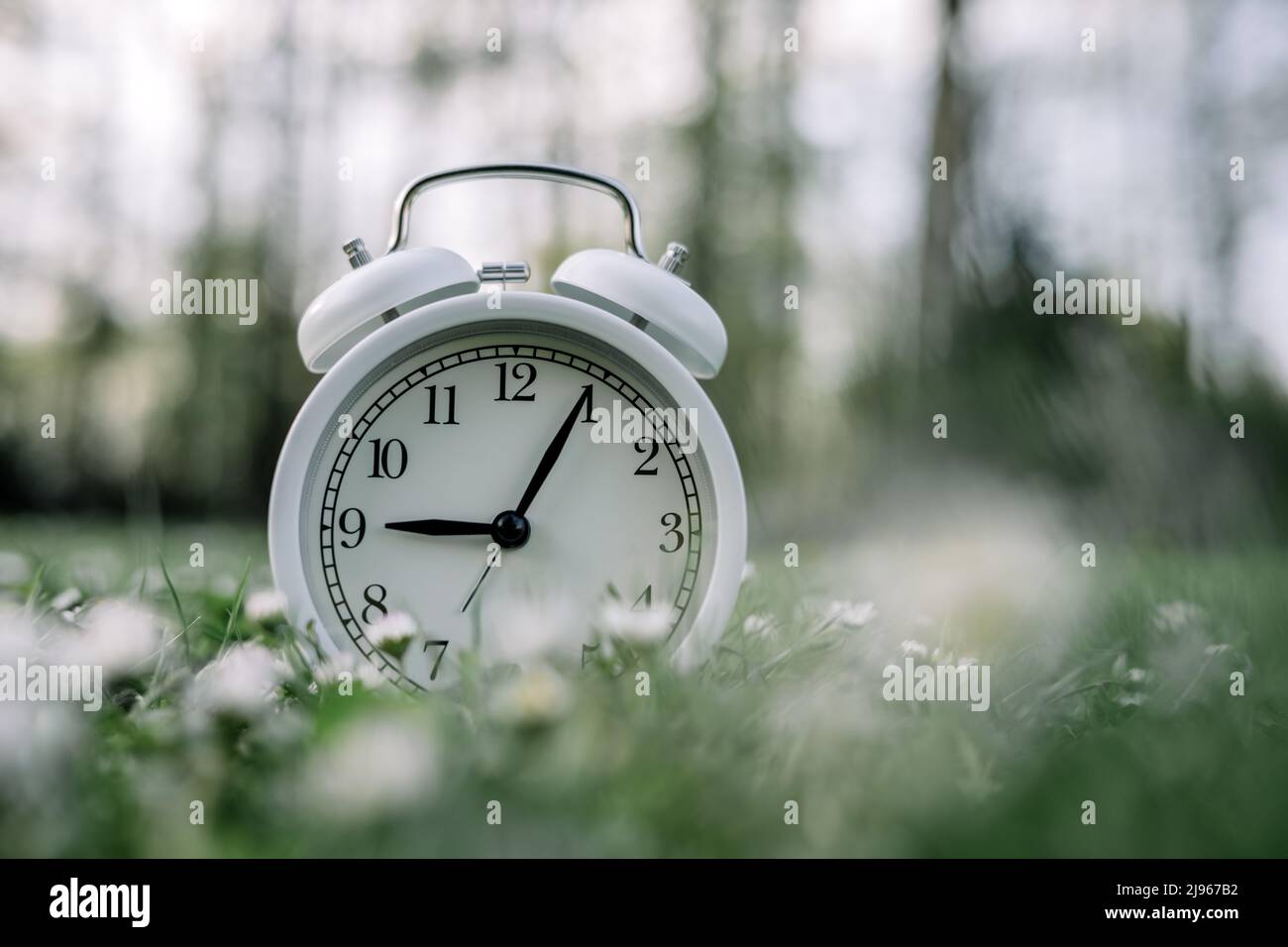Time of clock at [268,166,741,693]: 9:05
